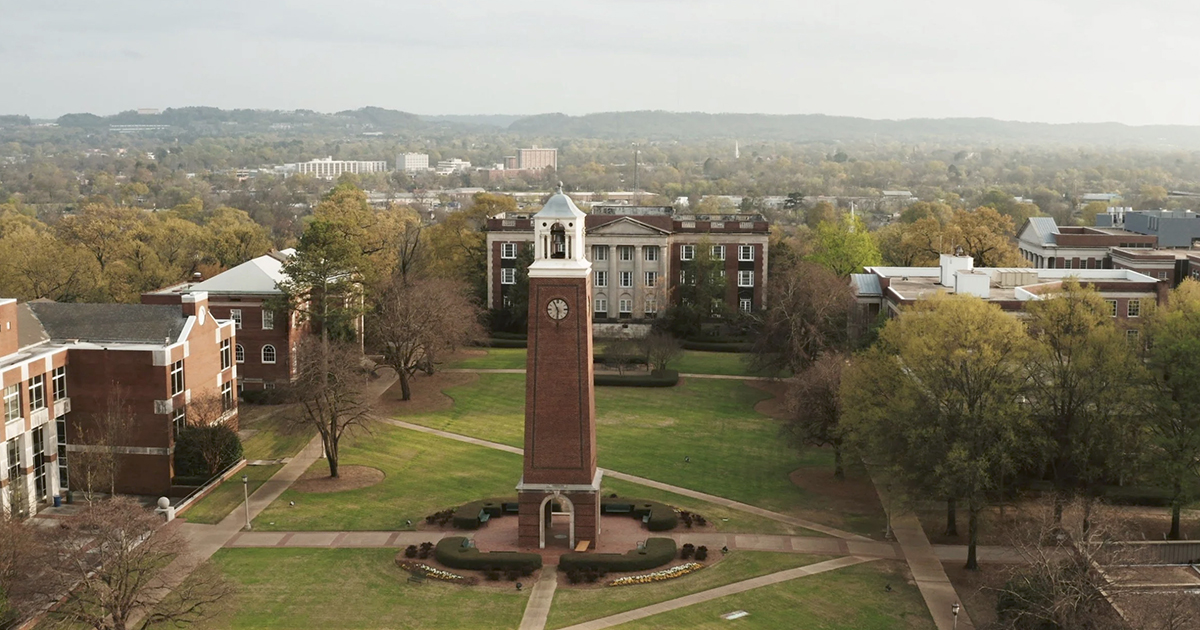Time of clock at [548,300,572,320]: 5:55
